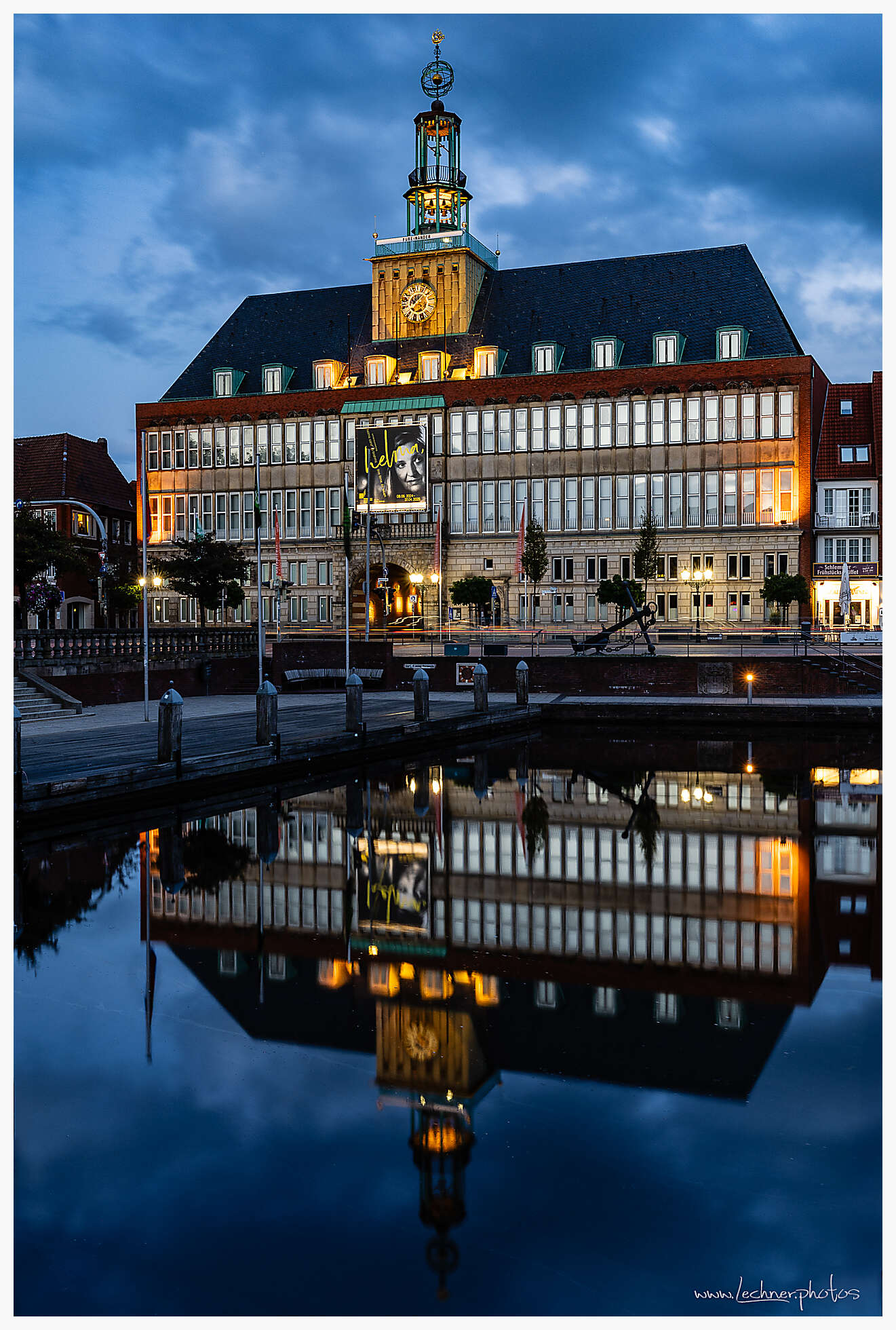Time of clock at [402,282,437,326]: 12:07
